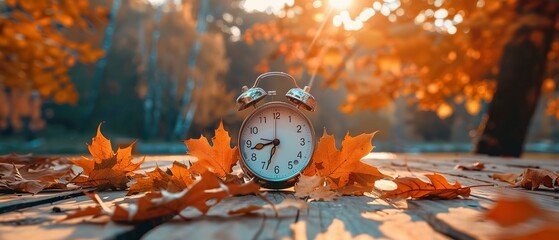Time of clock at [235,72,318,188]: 8:33
